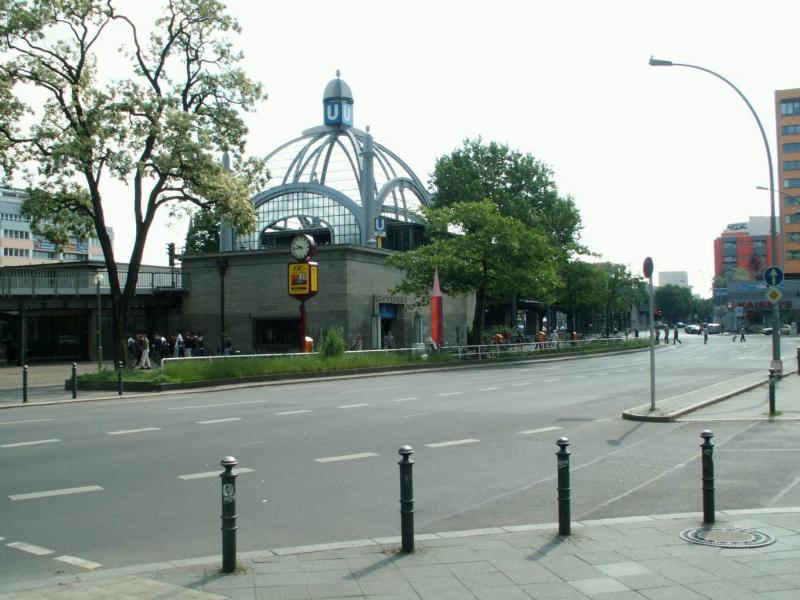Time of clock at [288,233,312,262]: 9:43
